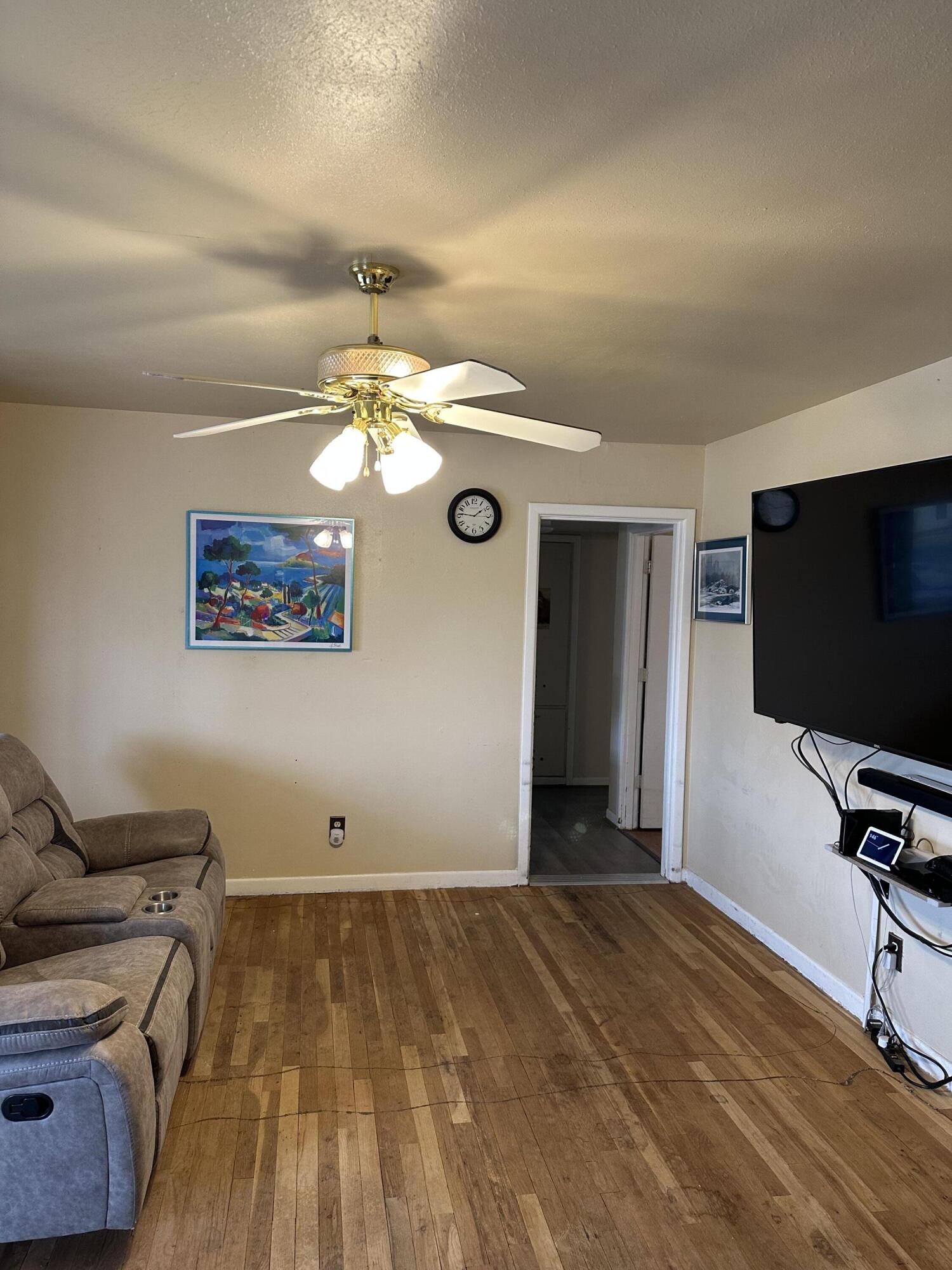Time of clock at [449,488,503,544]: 1:46
